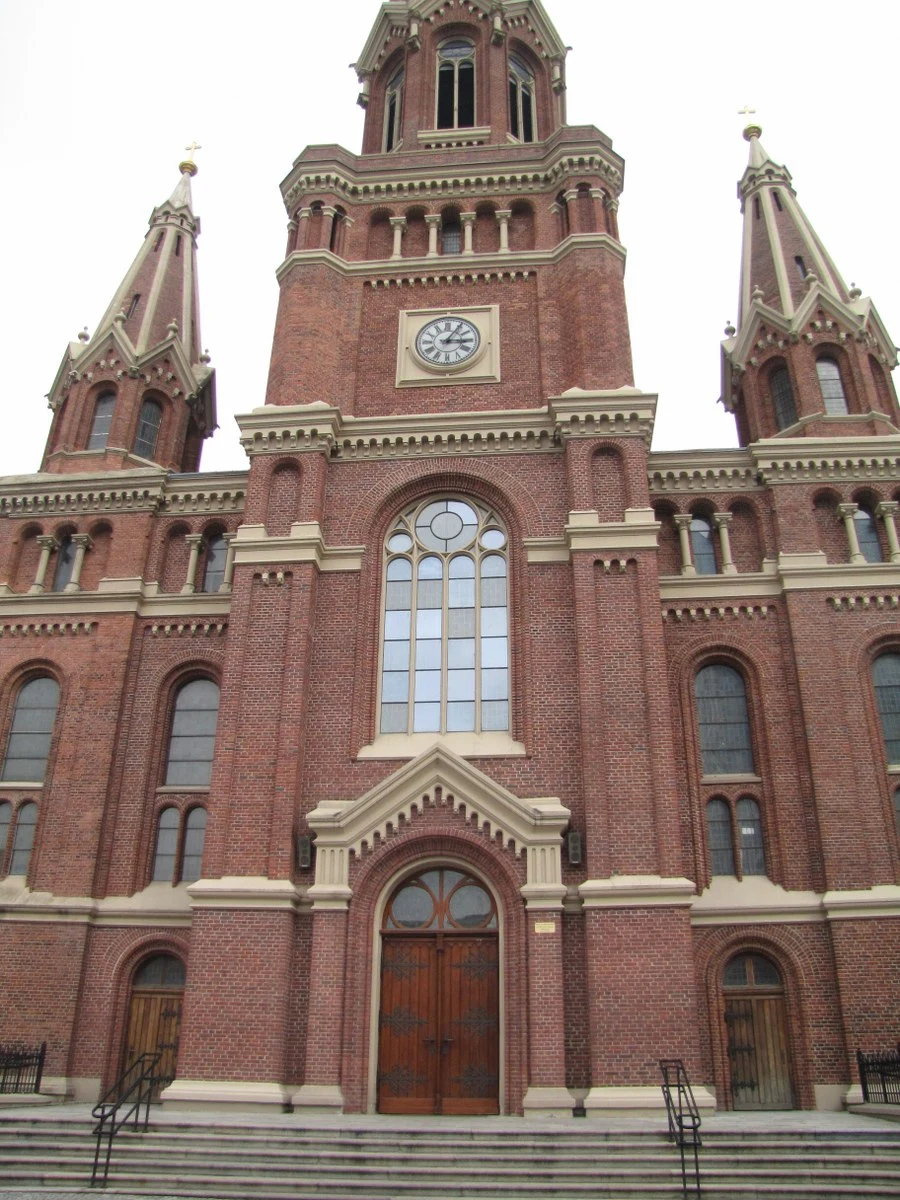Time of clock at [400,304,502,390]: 3:05
